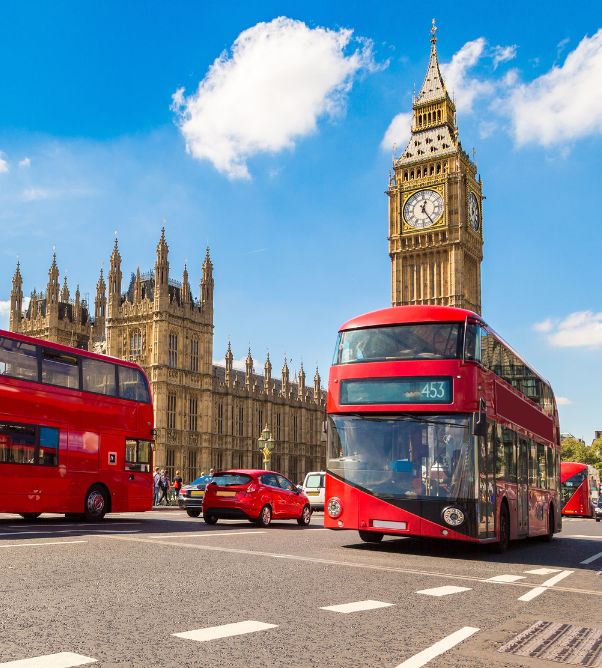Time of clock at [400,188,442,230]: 12:24
